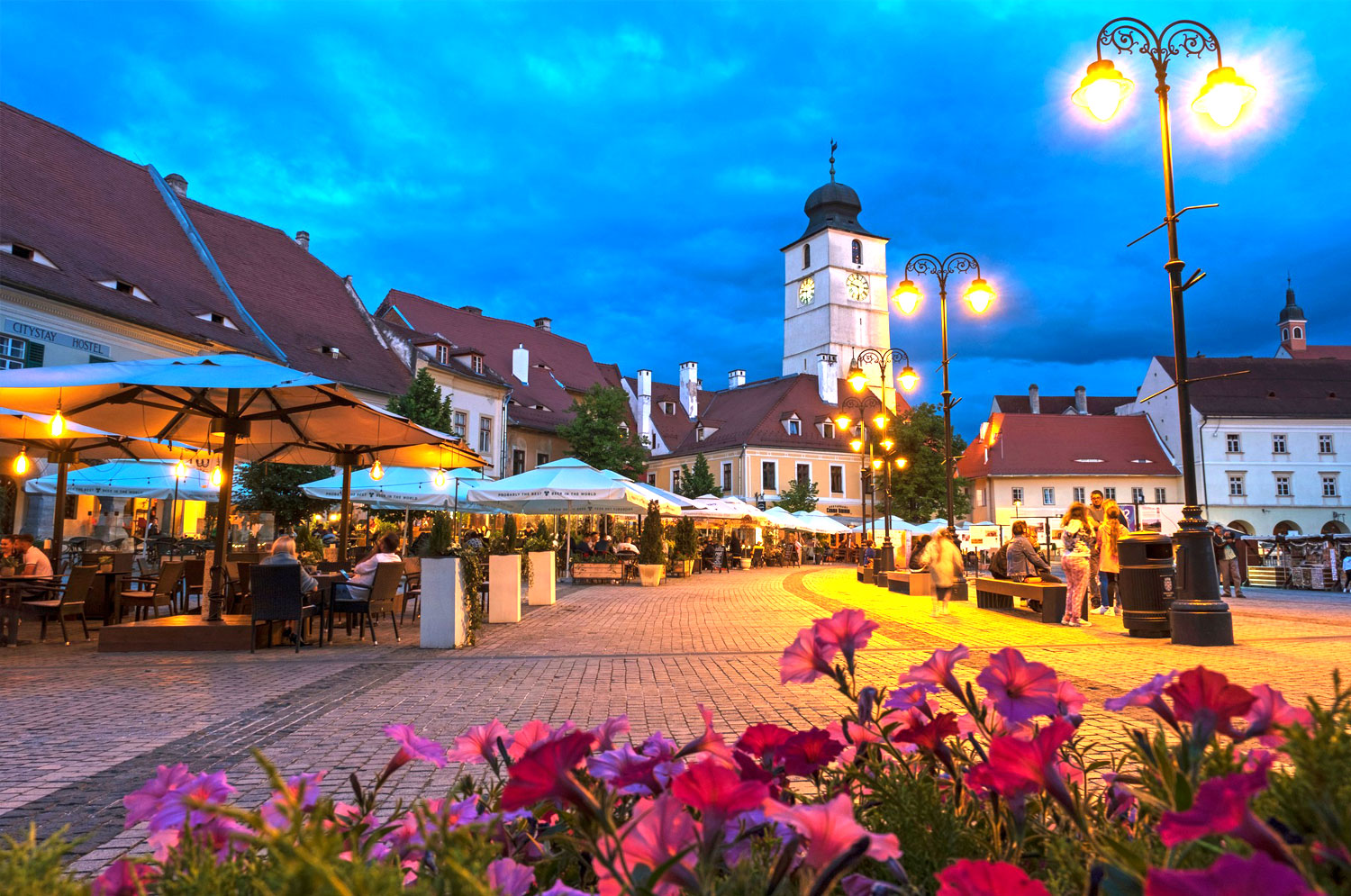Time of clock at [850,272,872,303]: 9:28
